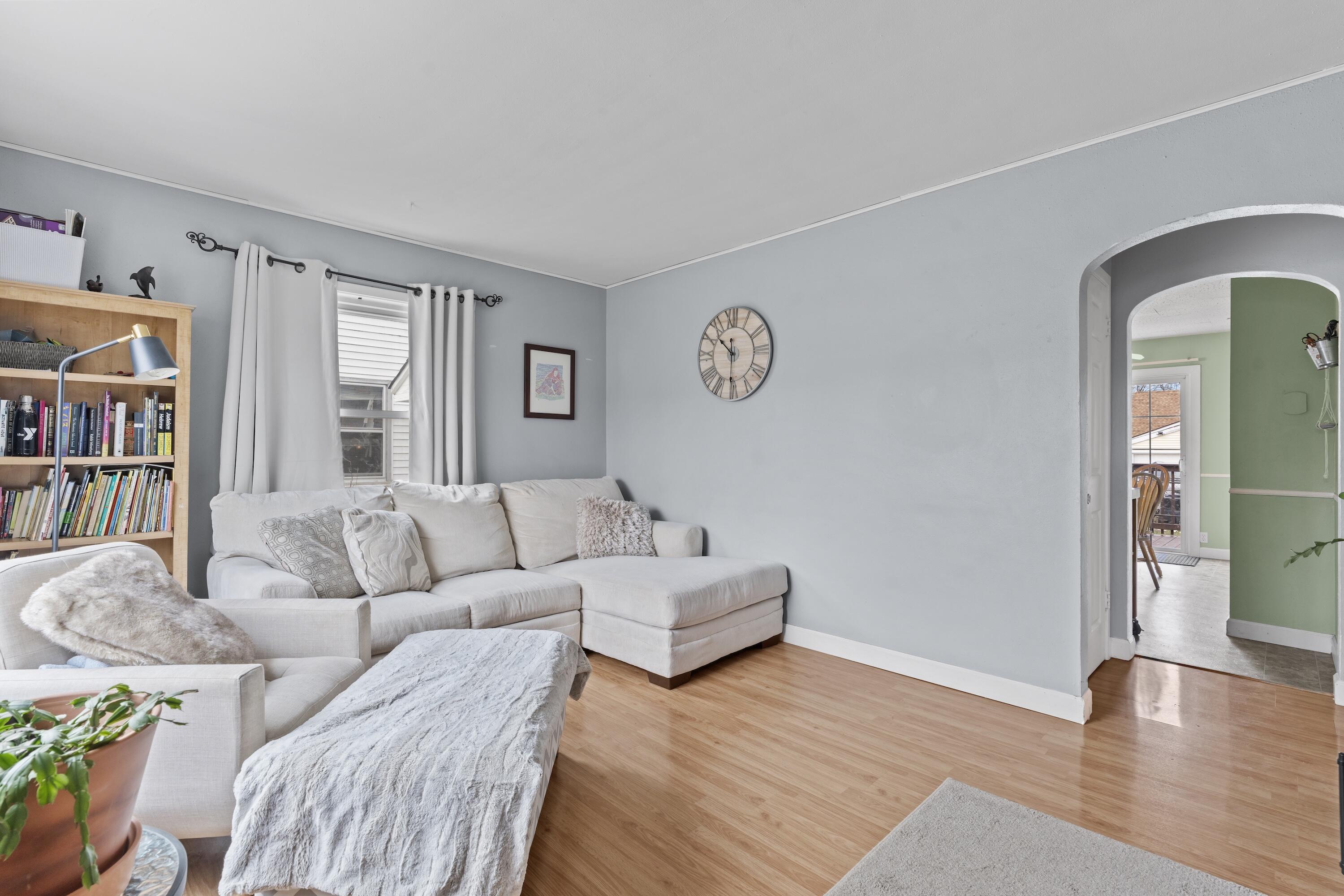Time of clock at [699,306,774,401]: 10:30
